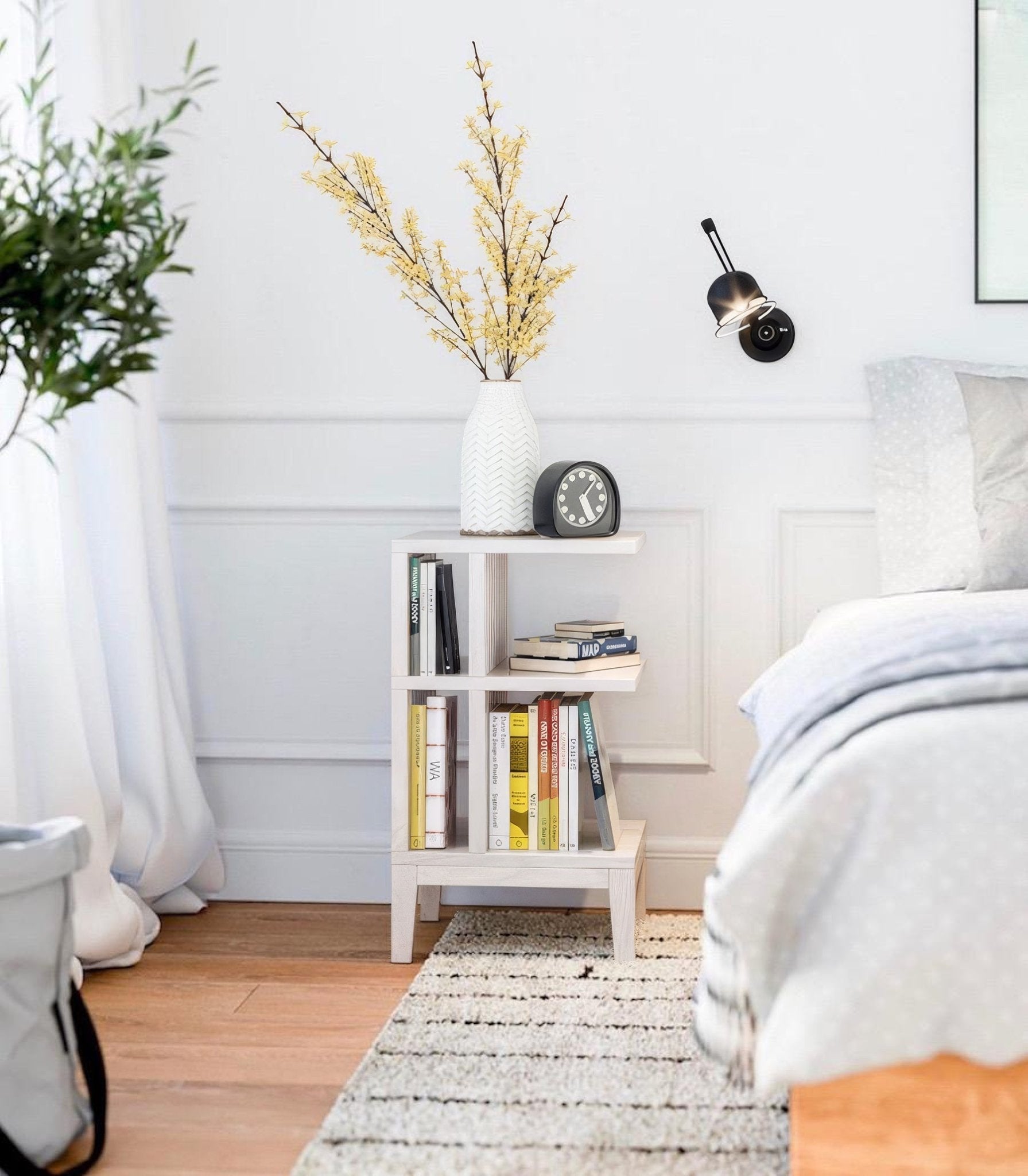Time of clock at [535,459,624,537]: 5:06
